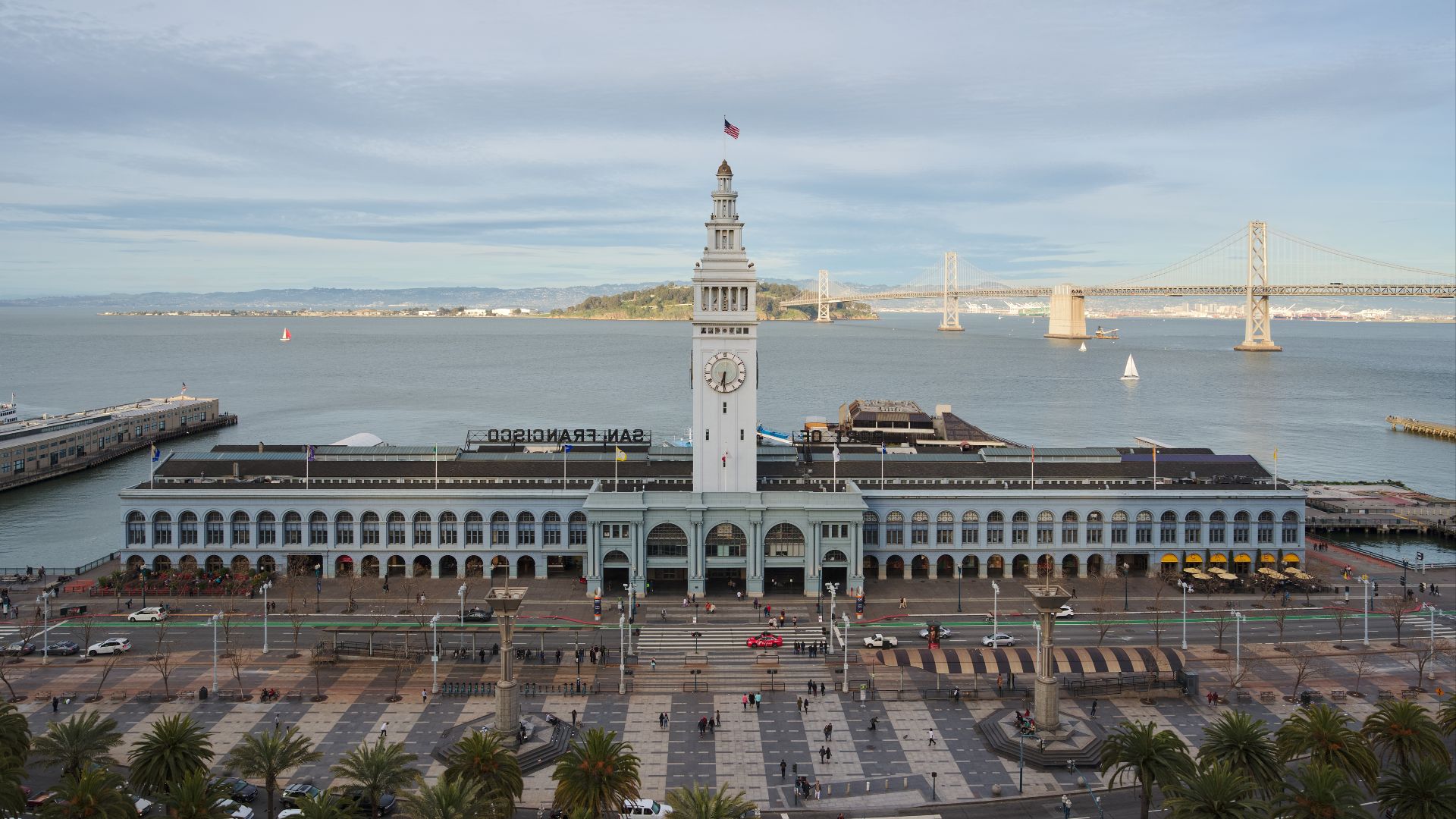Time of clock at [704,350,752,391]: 6:30
